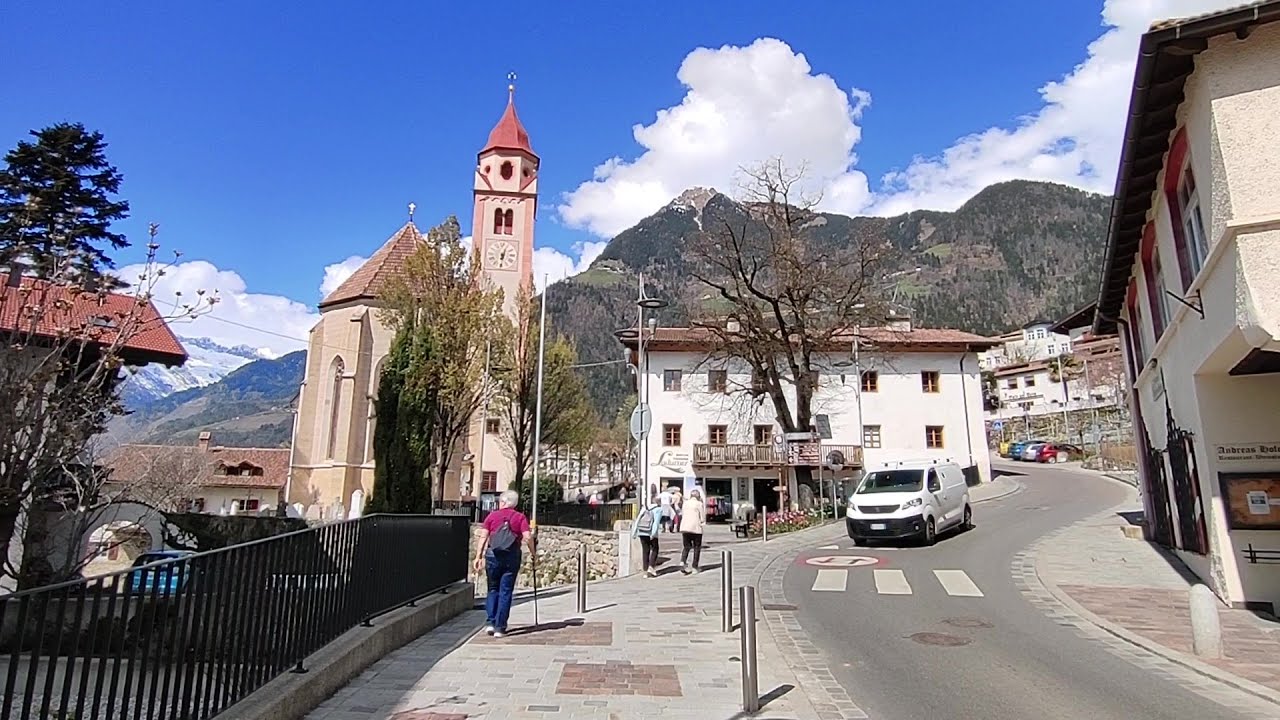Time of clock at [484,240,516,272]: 6:03
